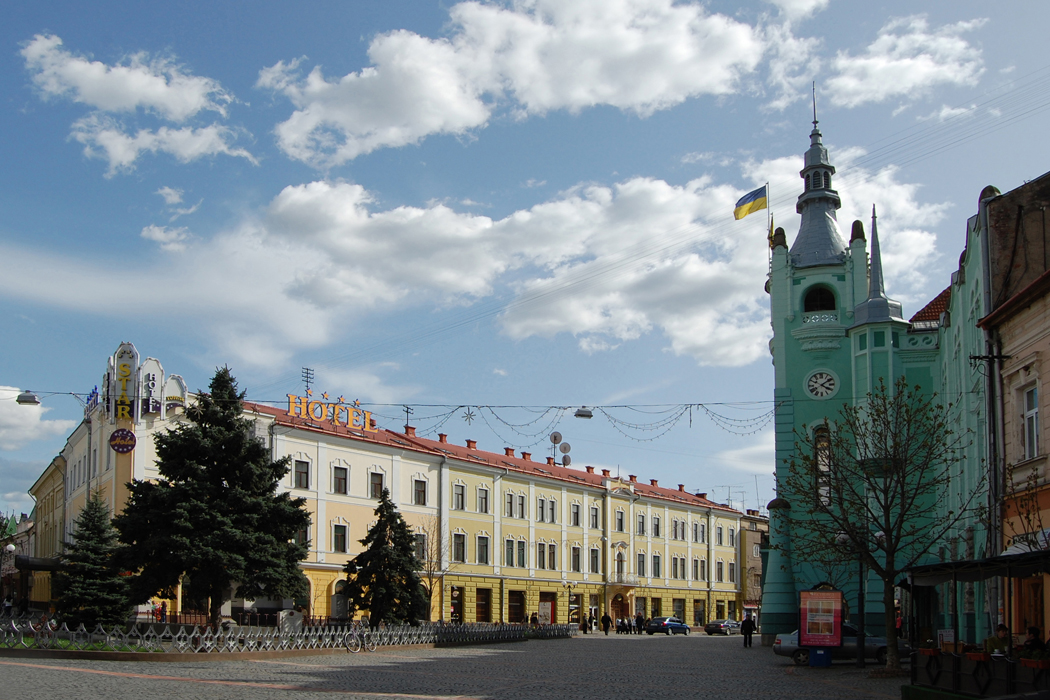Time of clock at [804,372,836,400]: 4:09
